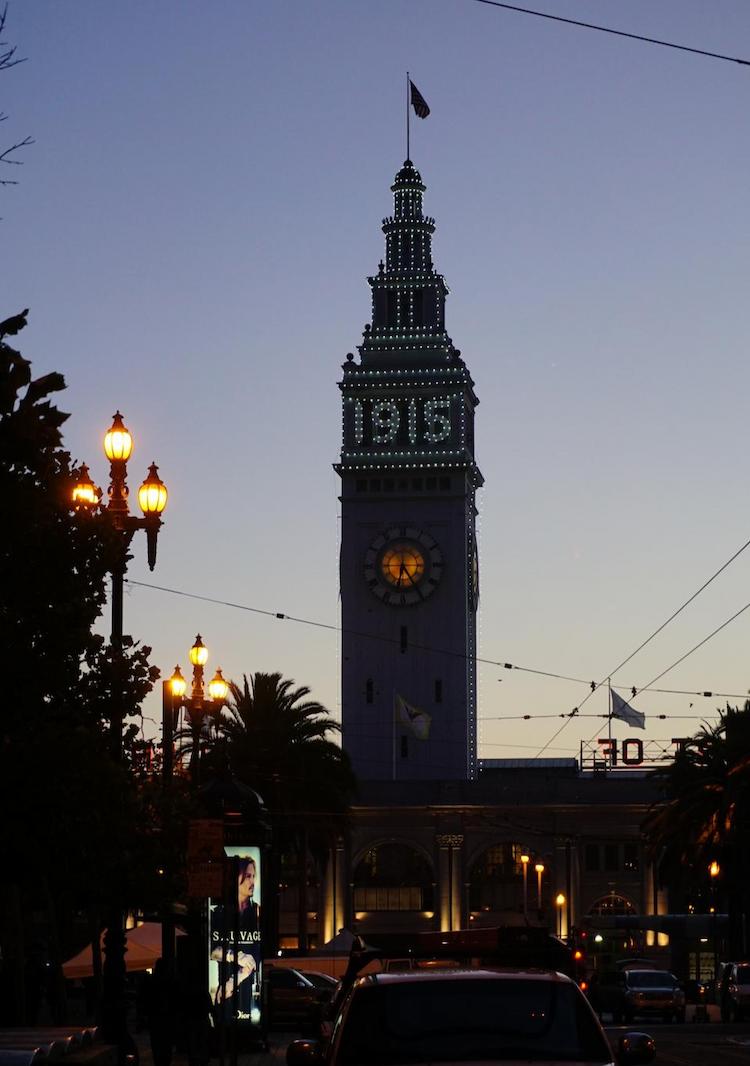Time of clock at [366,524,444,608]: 6:24
